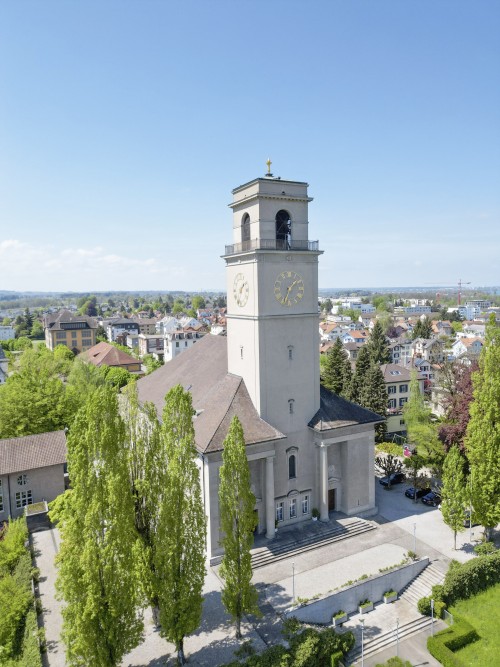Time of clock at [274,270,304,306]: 1:33
